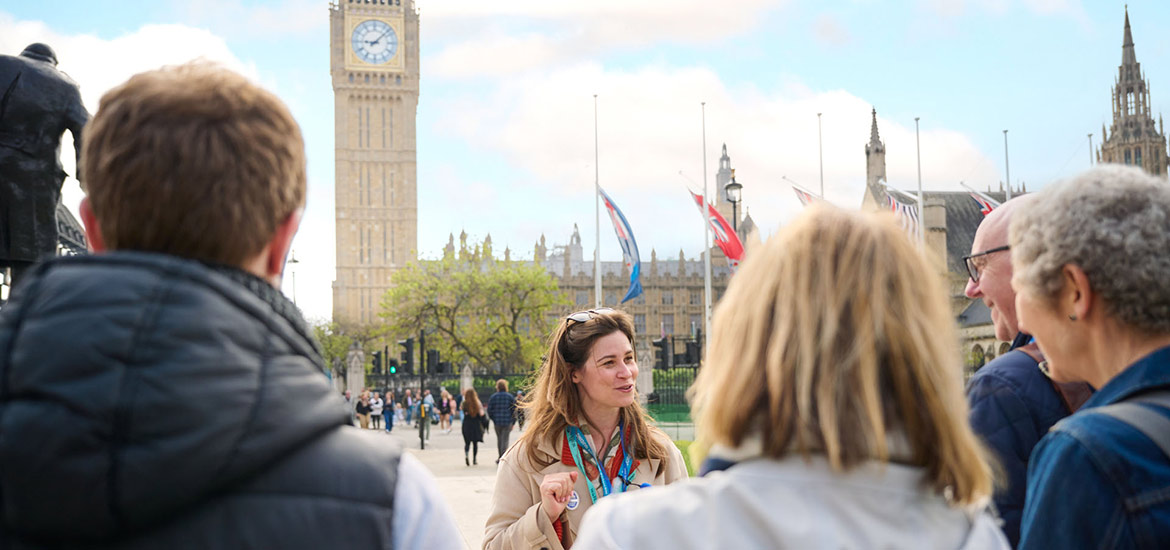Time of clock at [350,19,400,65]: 9:07
